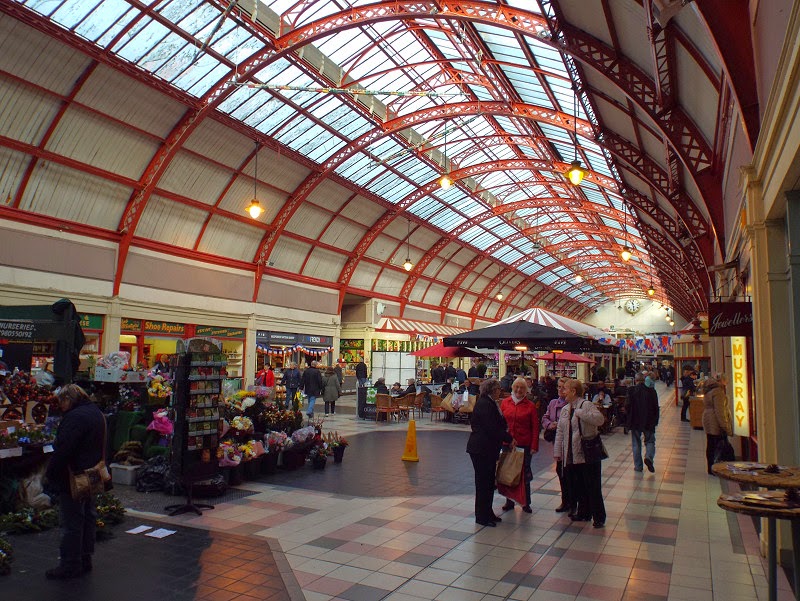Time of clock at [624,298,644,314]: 11:28
